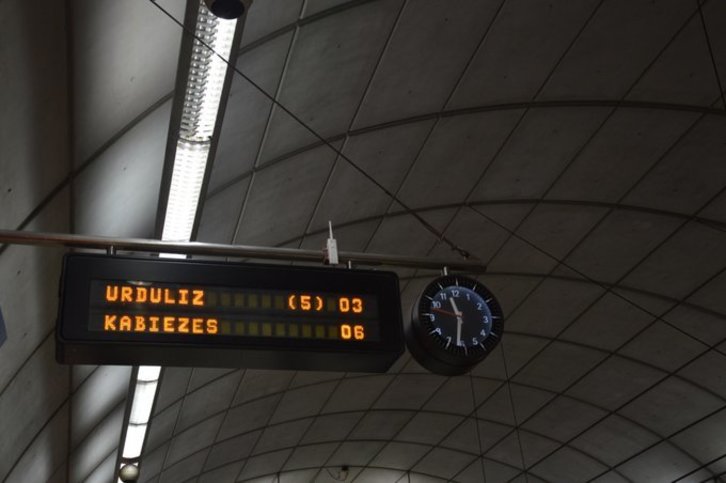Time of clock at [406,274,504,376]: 11:31
